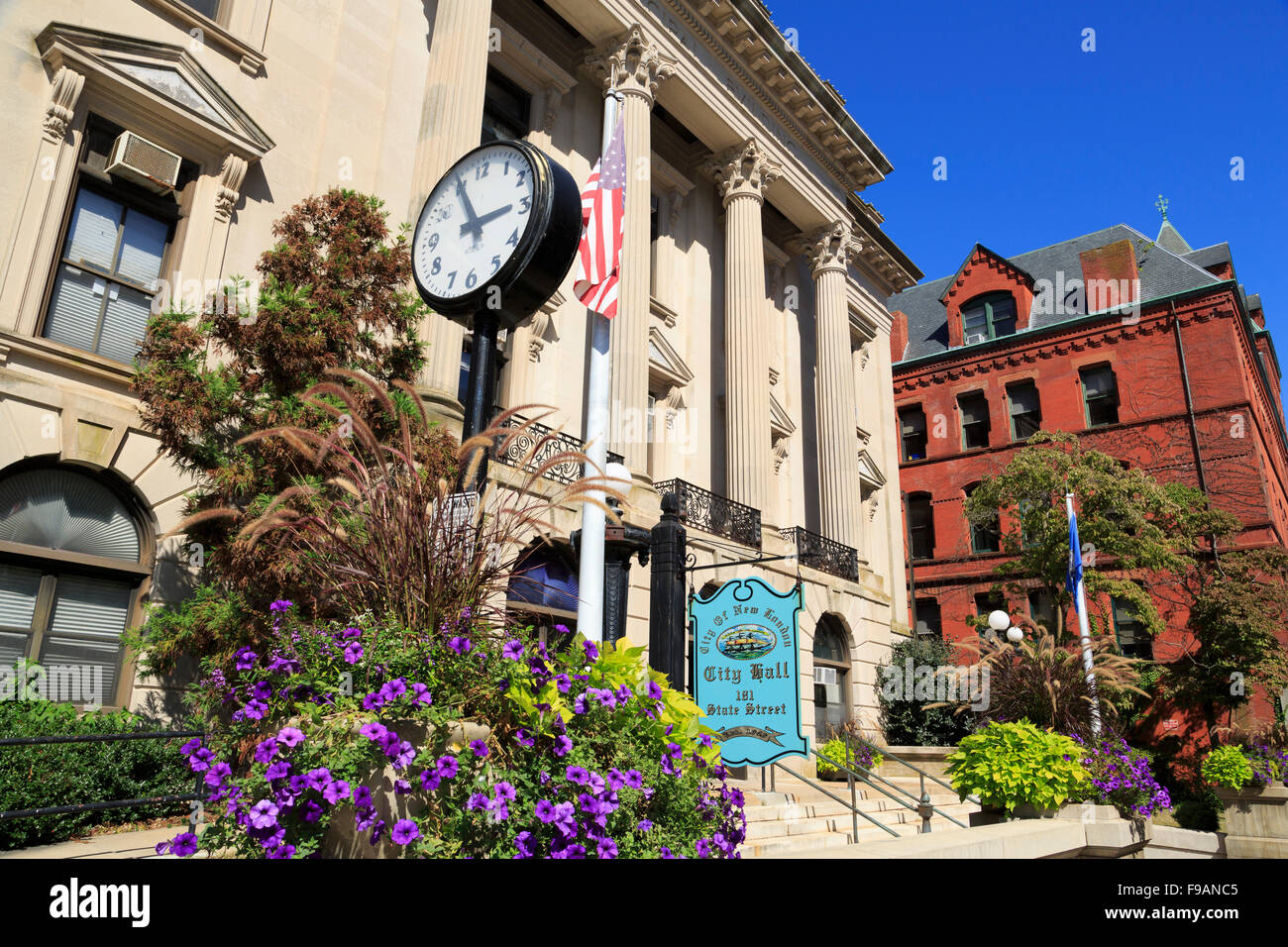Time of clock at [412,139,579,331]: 2:55
